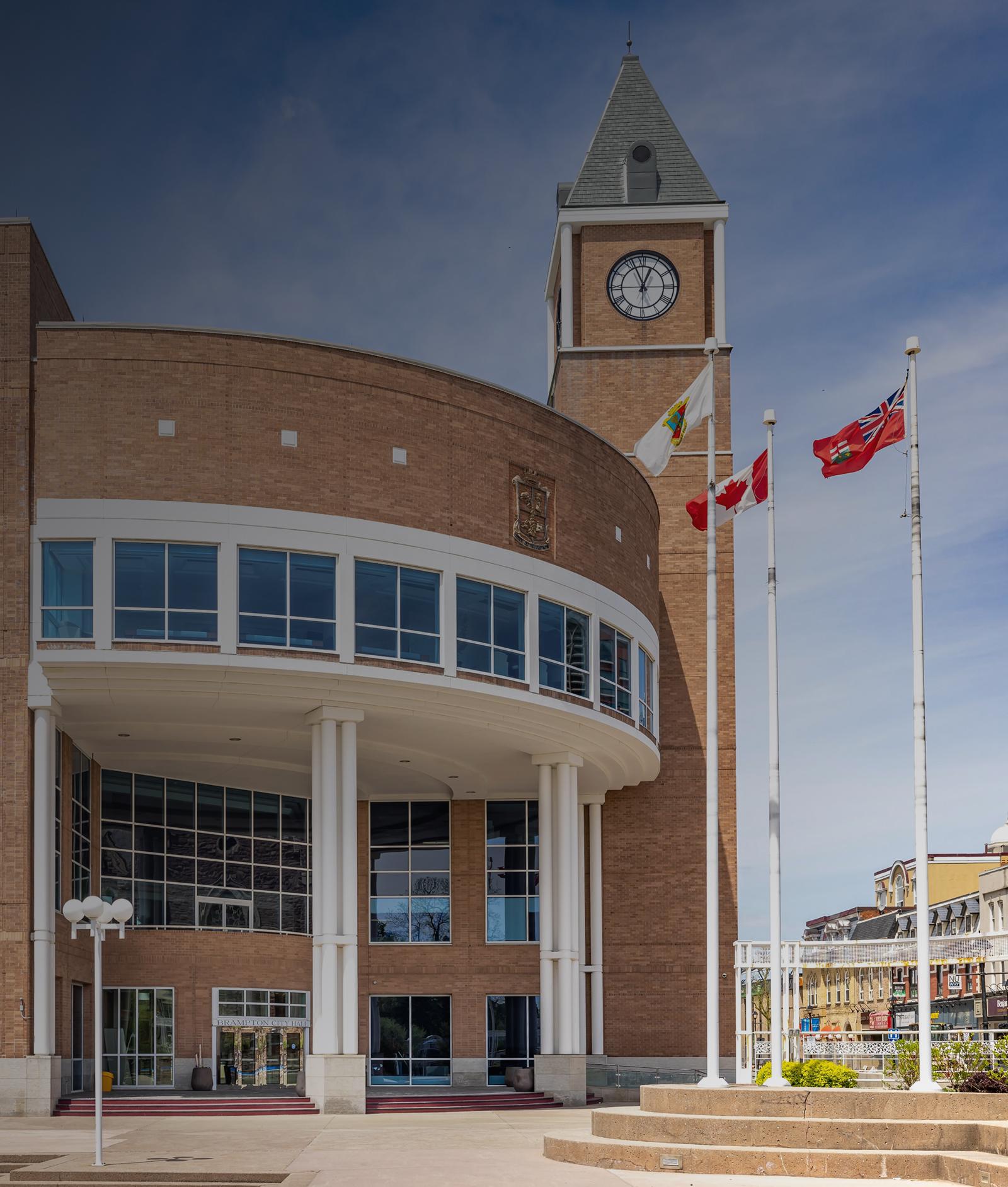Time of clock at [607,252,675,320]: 12:56
